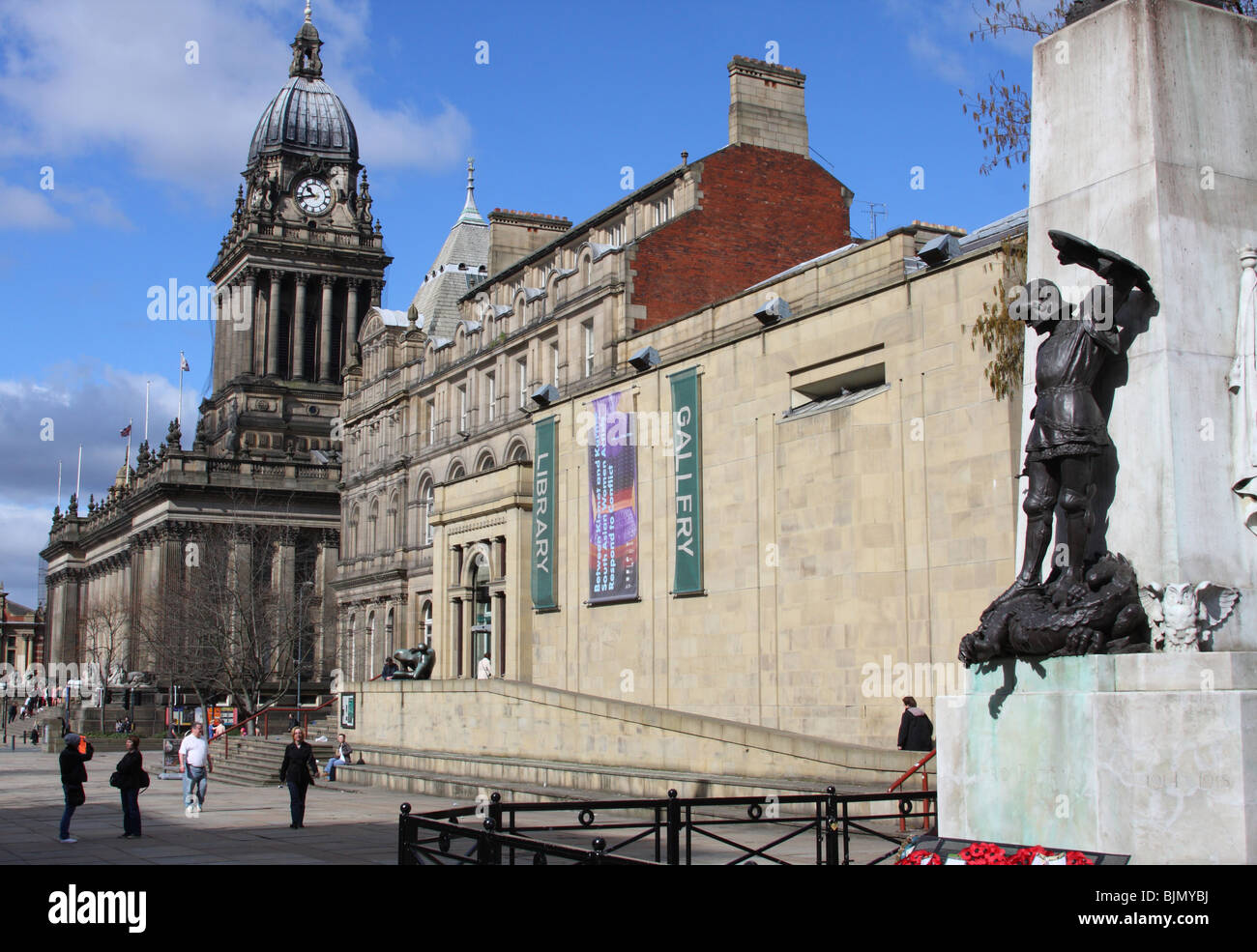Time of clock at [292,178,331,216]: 10:42
